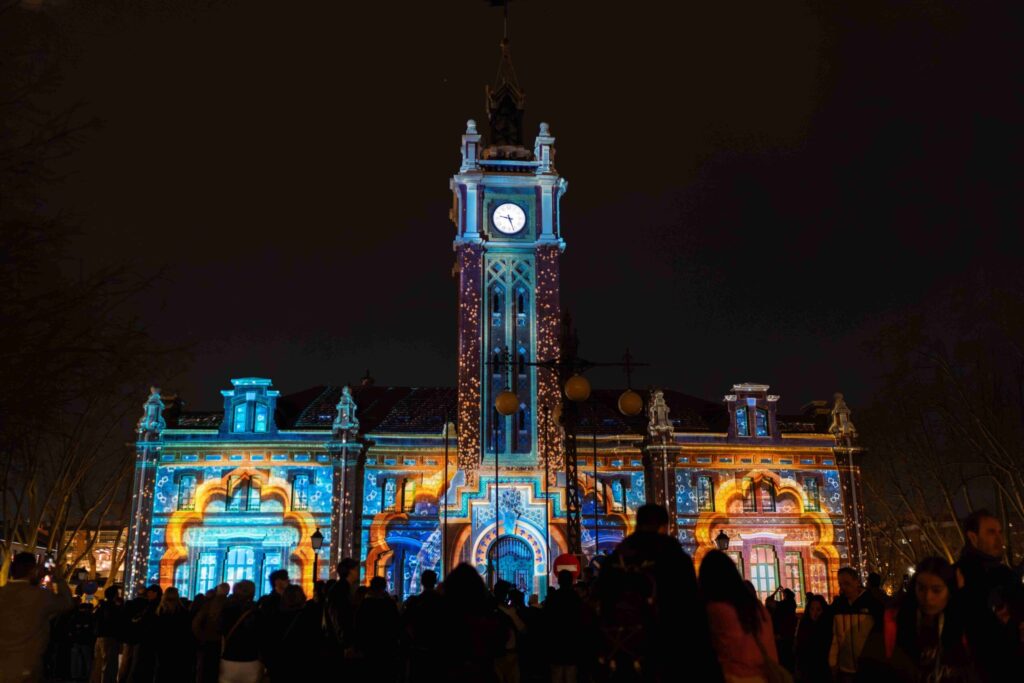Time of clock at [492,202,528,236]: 9:26
